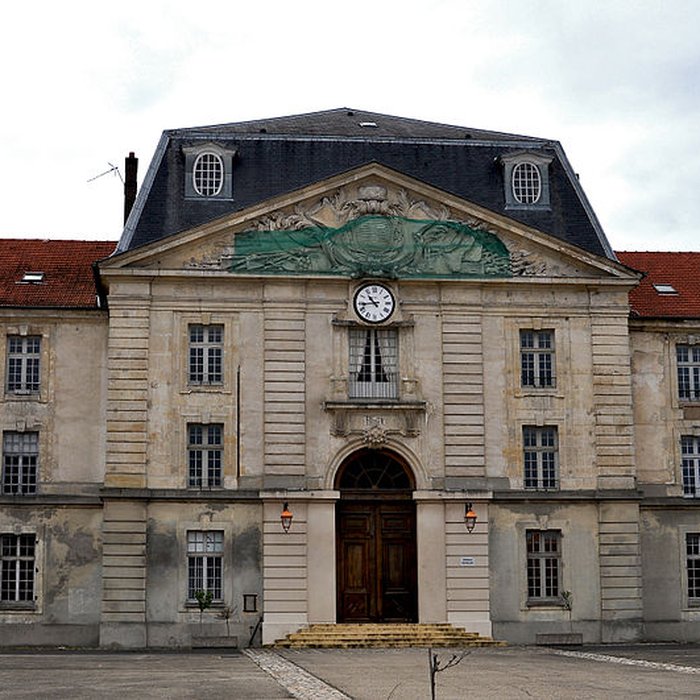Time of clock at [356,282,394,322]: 10:43
